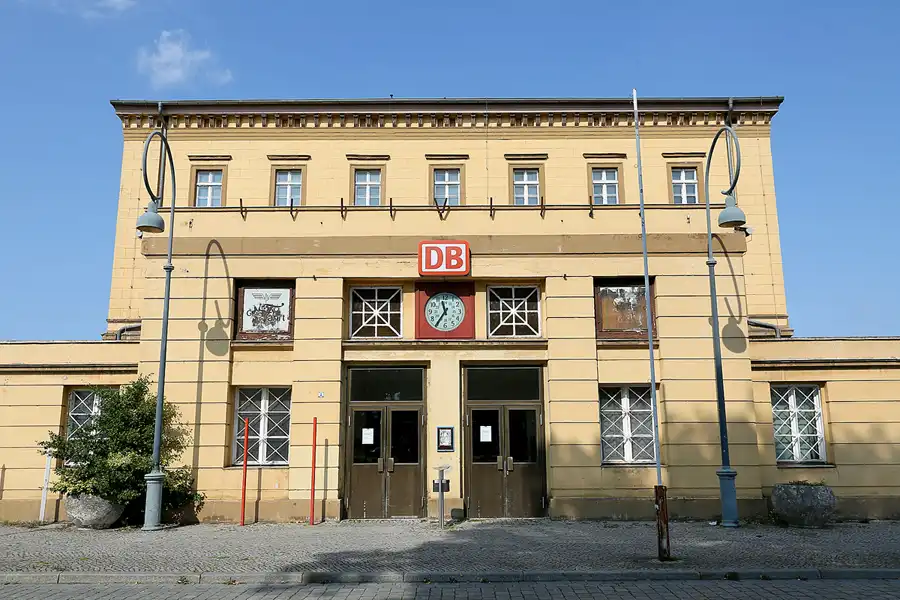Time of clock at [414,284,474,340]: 11:35
